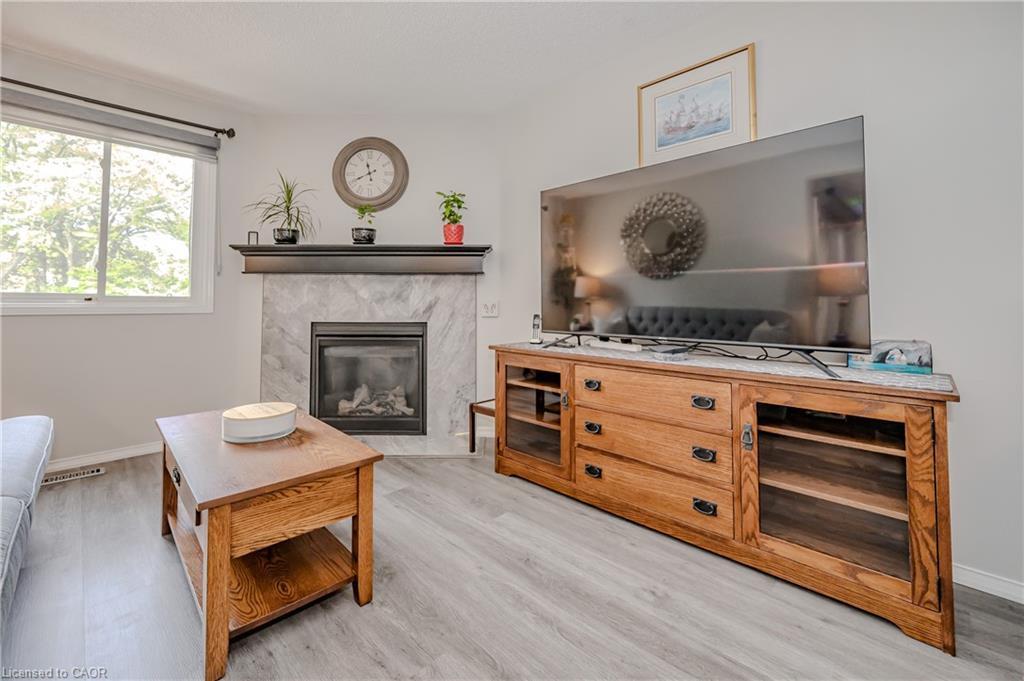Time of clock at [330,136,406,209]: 11:41
